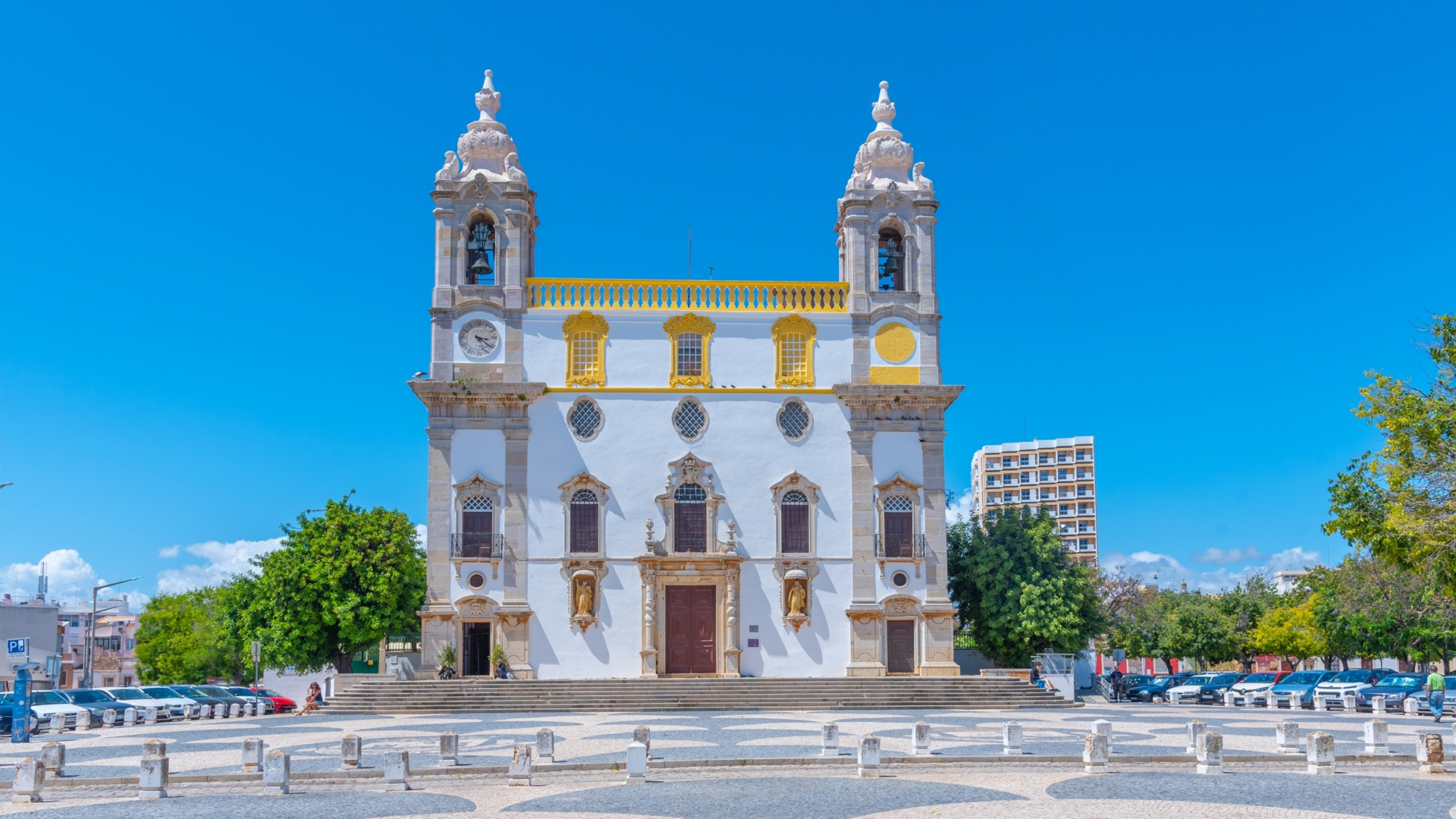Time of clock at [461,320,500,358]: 3:21
